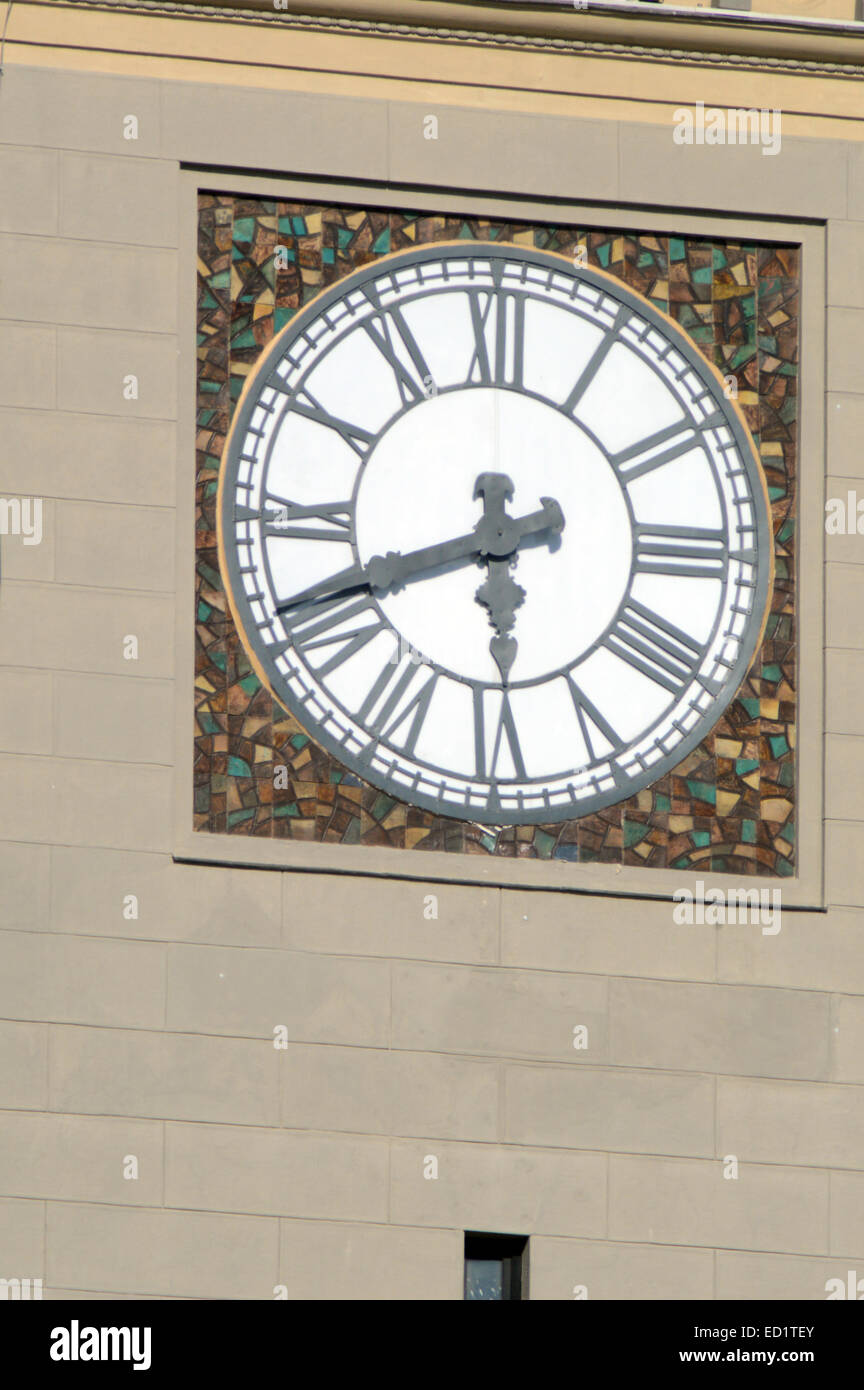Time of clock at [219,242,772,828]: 5:41
